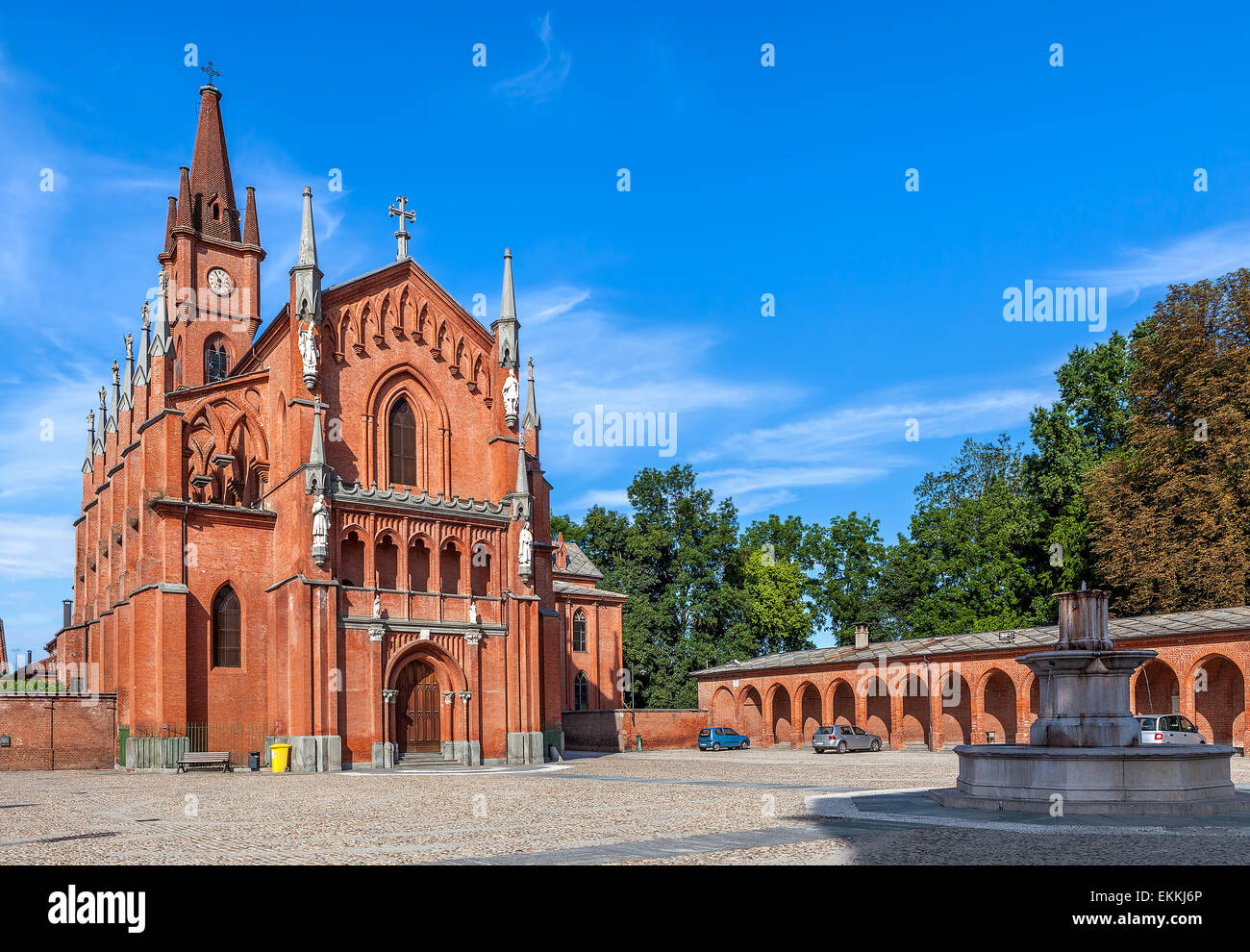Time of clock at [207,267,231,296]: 5:54
